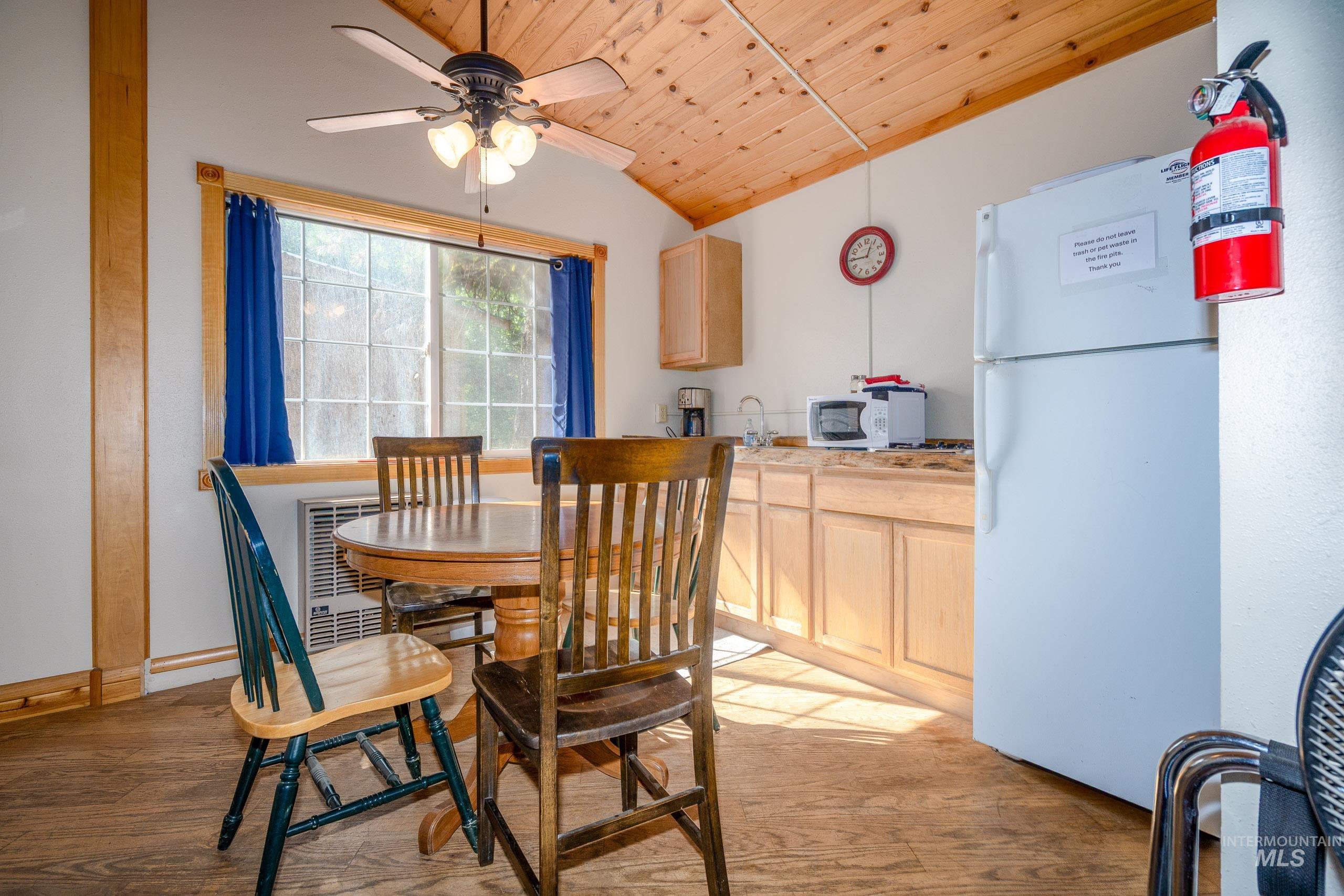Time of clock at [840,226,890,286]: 12:44
